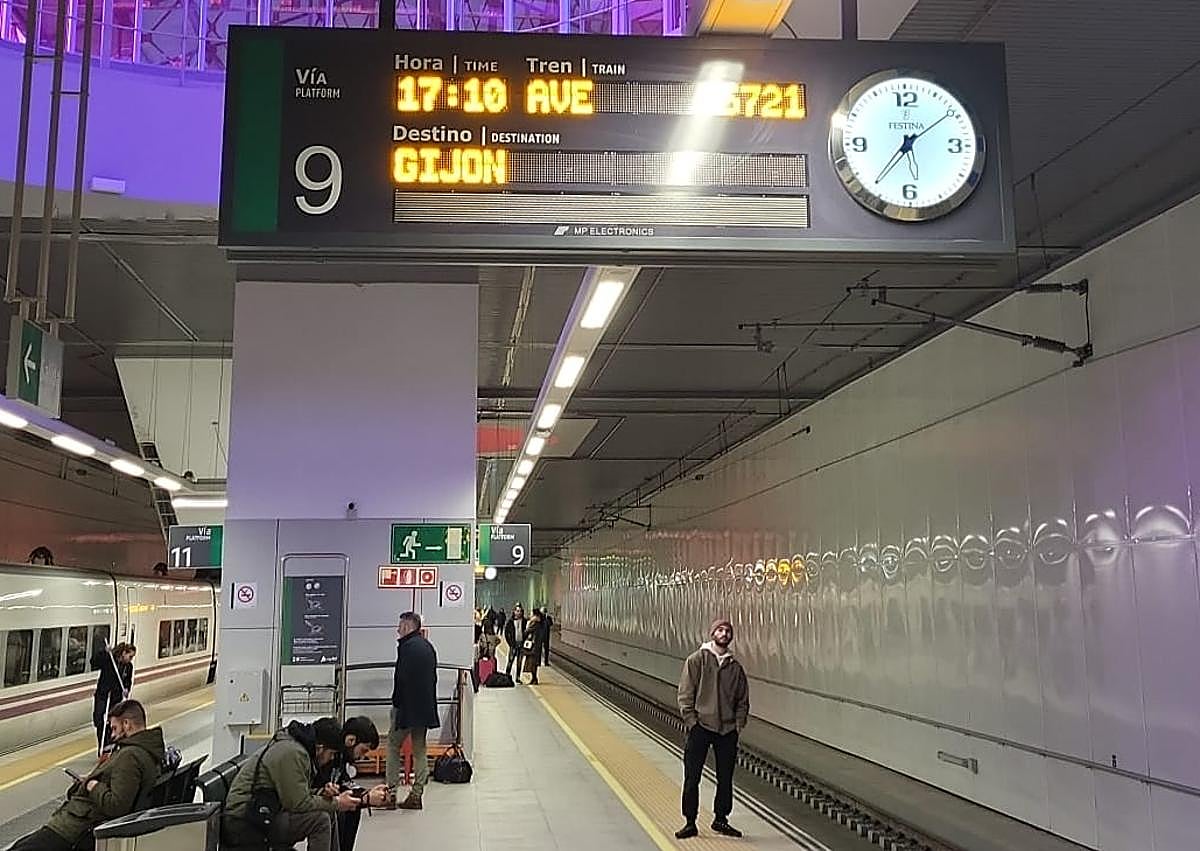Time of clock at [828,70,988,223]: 7:09
